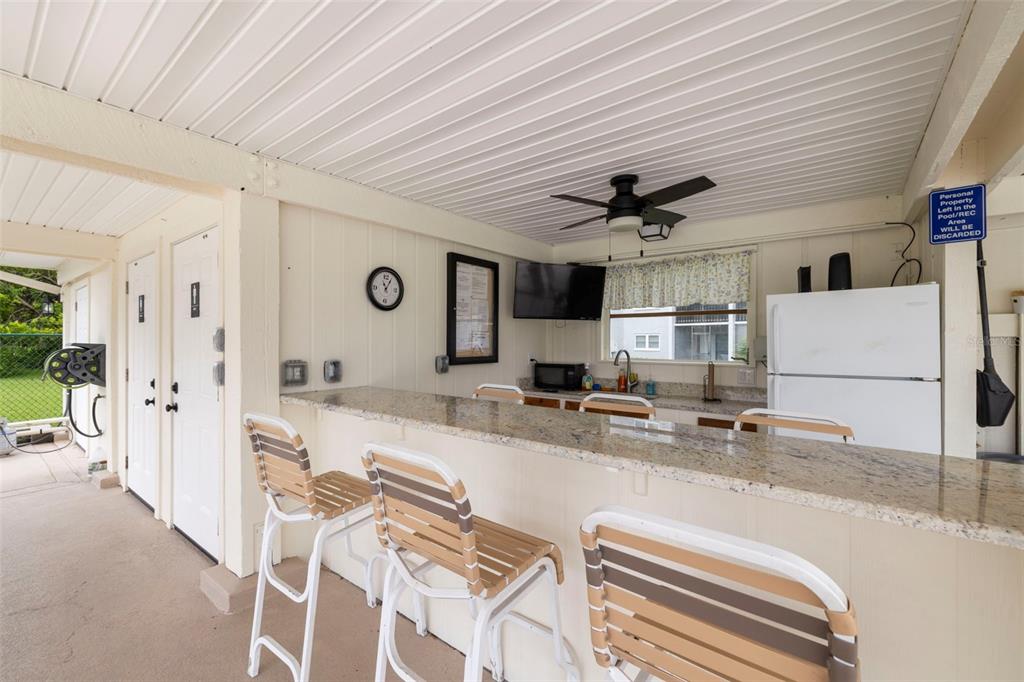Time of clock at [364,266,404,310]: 11:05
